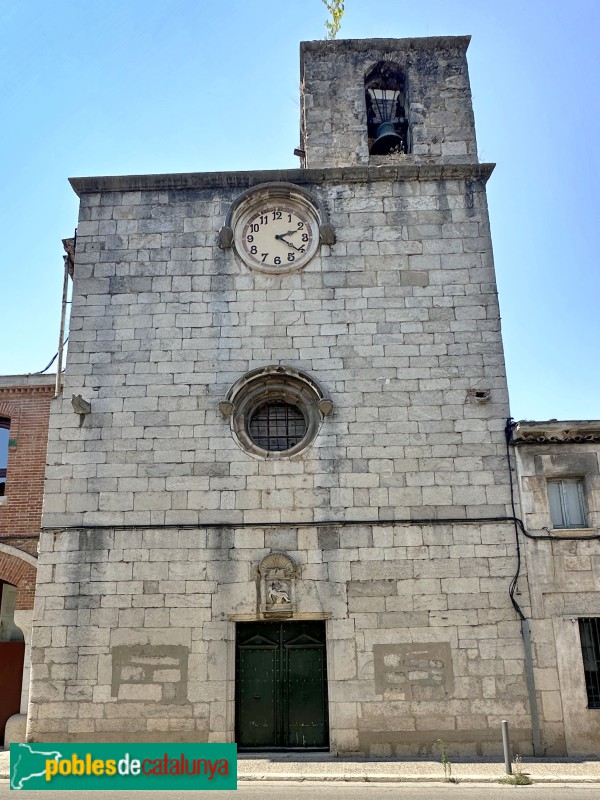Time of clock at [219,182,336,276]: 2:21
